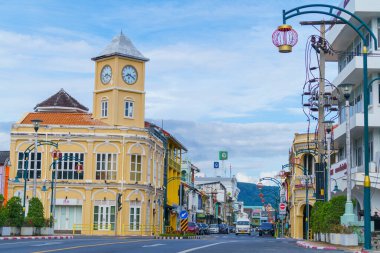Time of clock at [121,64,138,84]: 8:18
